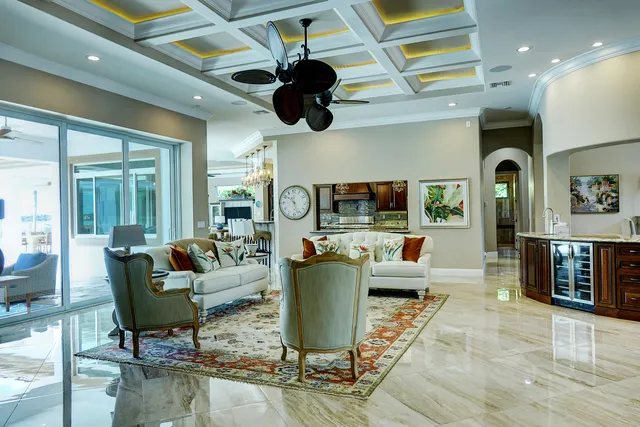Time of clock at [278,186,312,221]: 10:27
